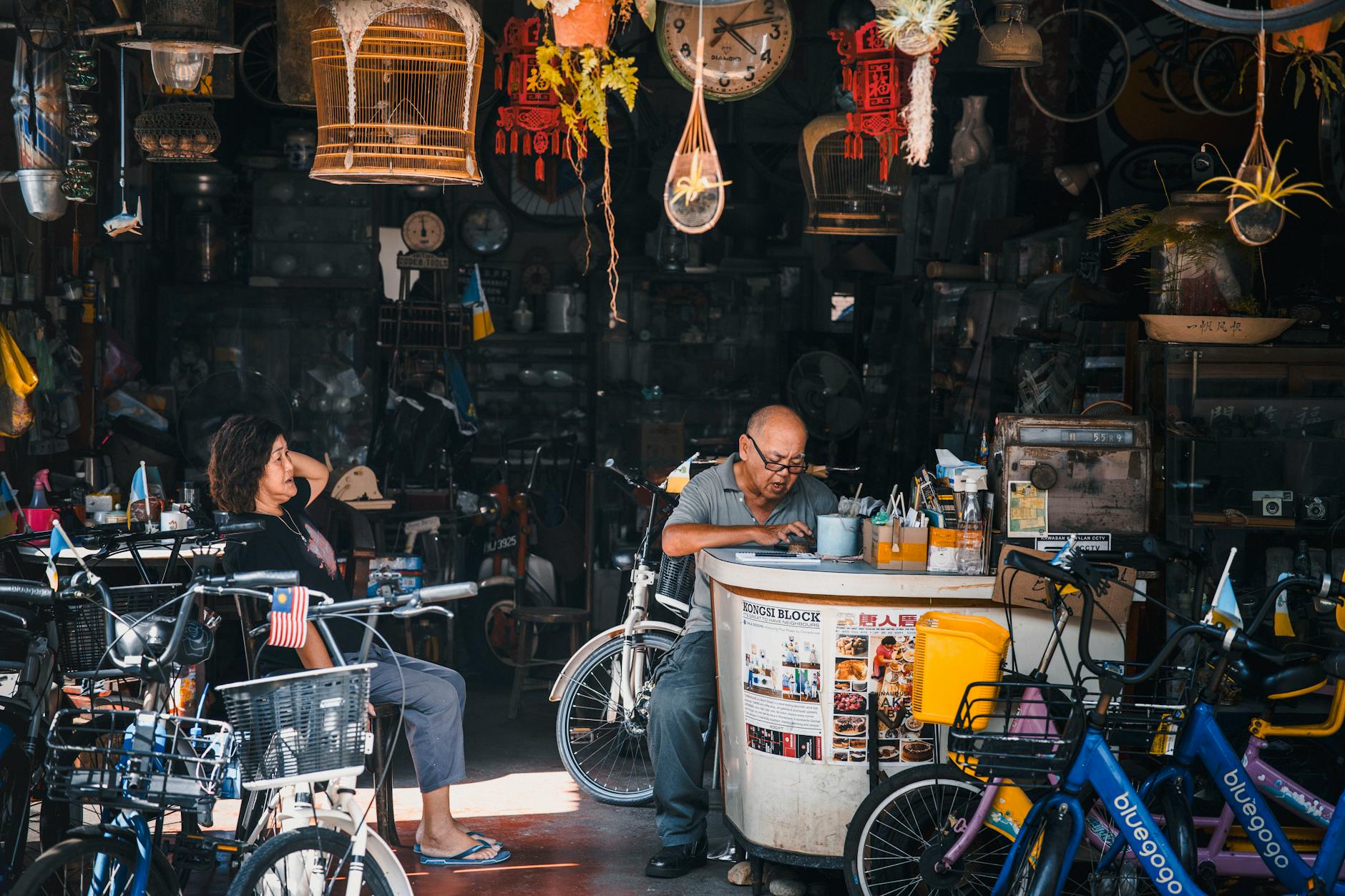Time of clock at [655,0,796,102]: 4:12
